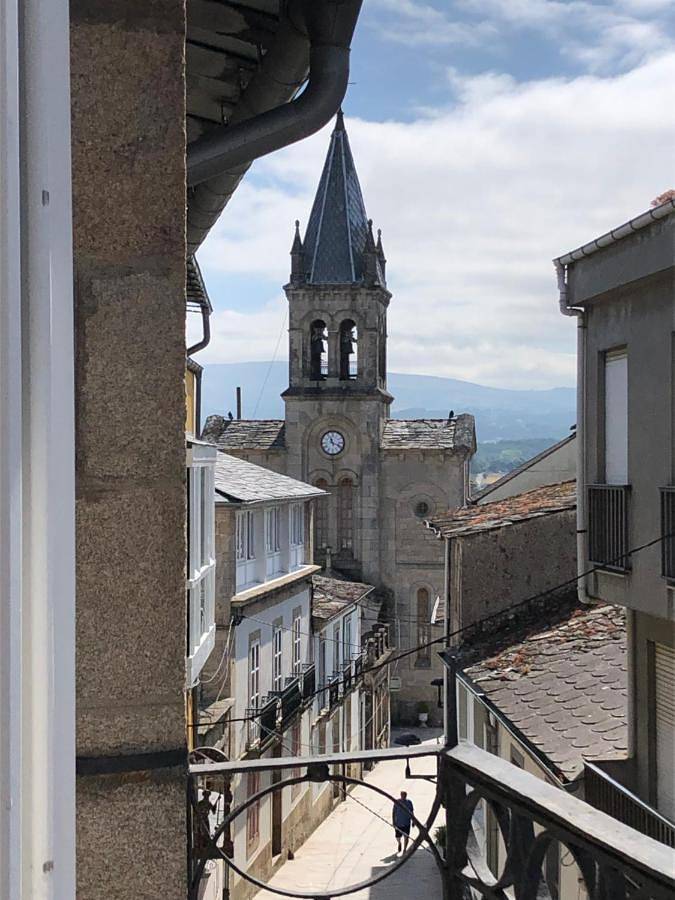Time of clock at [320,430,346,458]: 11:18
